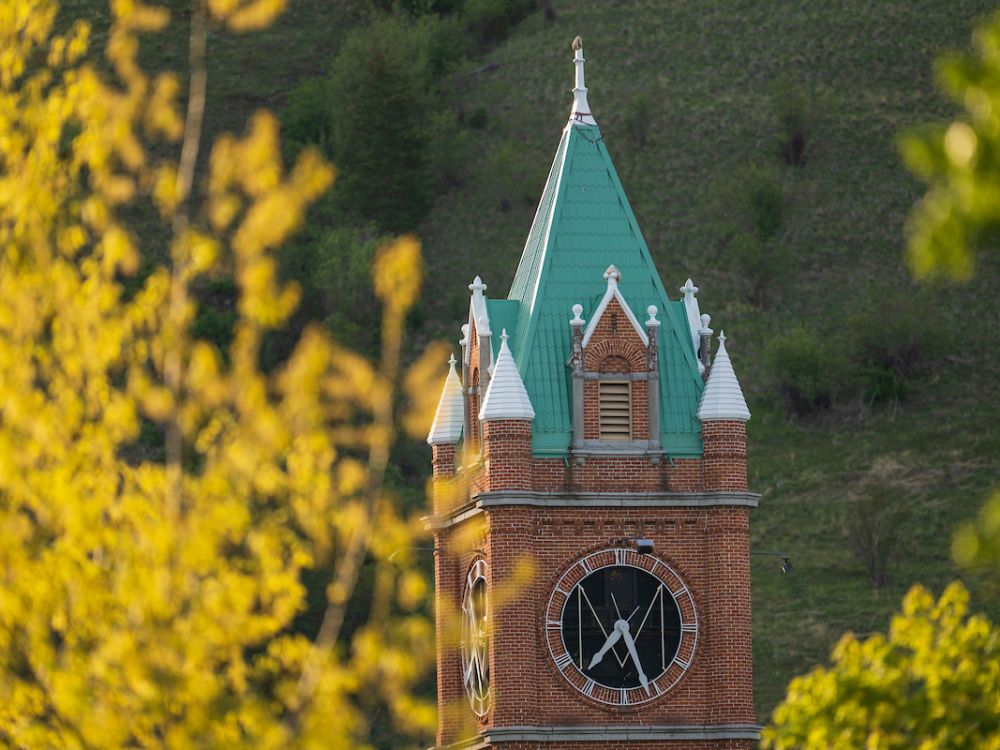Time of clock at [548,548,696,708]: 7:26
